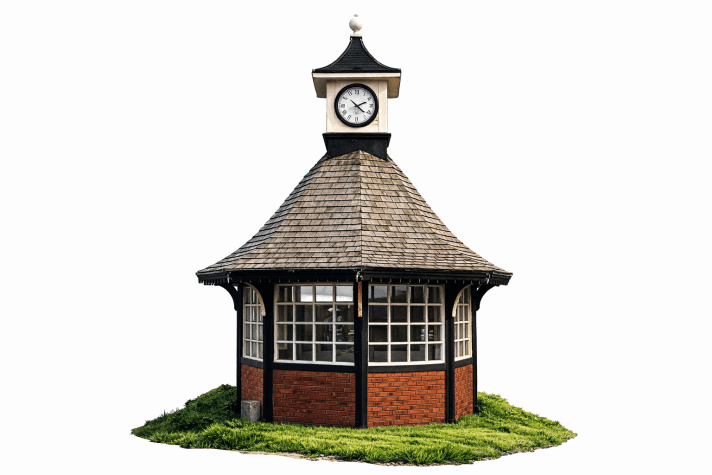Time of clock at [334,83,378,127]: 2:22
